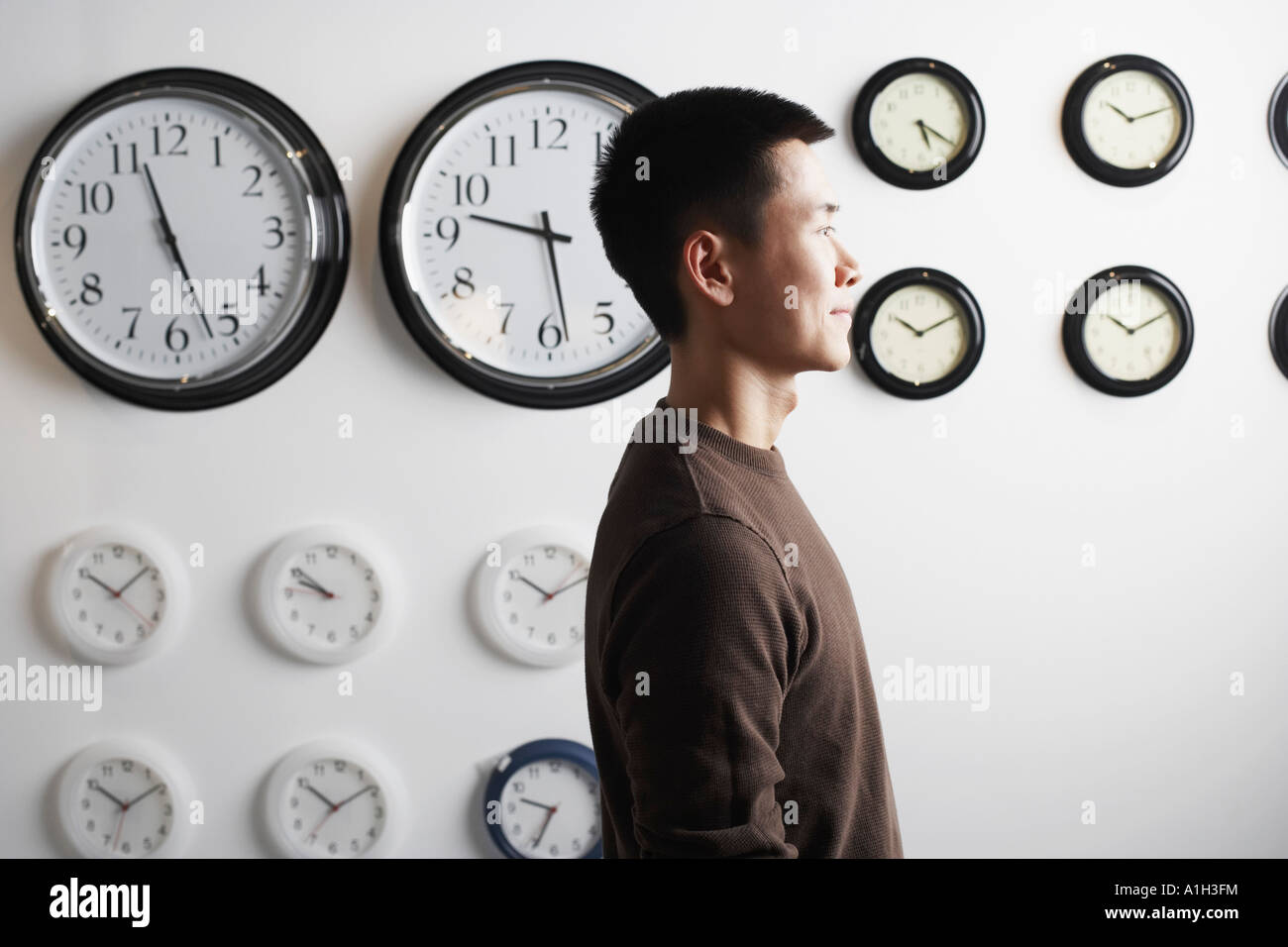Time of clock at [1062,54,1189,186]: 10:12
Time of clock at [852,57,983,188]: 5:20
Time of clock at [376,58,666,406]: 9:28
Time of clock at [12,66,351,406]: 11:26
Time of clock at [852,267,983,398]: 10:10
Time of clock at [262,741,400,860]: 10:08
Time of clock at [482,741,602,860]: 9:34
